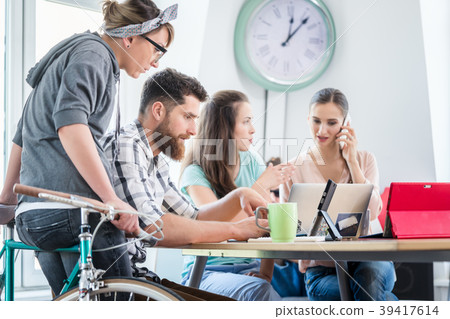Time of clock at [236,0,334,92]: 12:06
